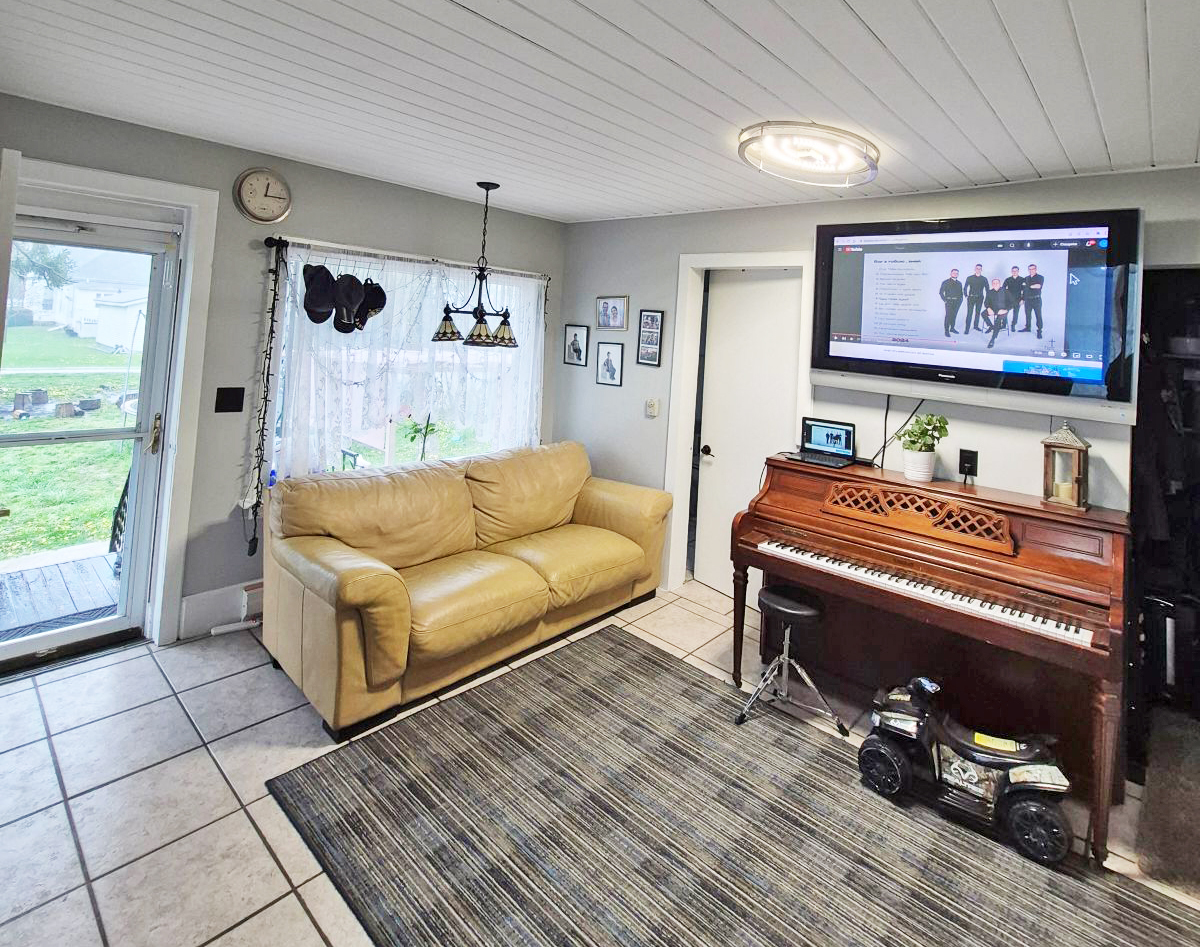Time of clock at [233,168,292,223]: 12:14
